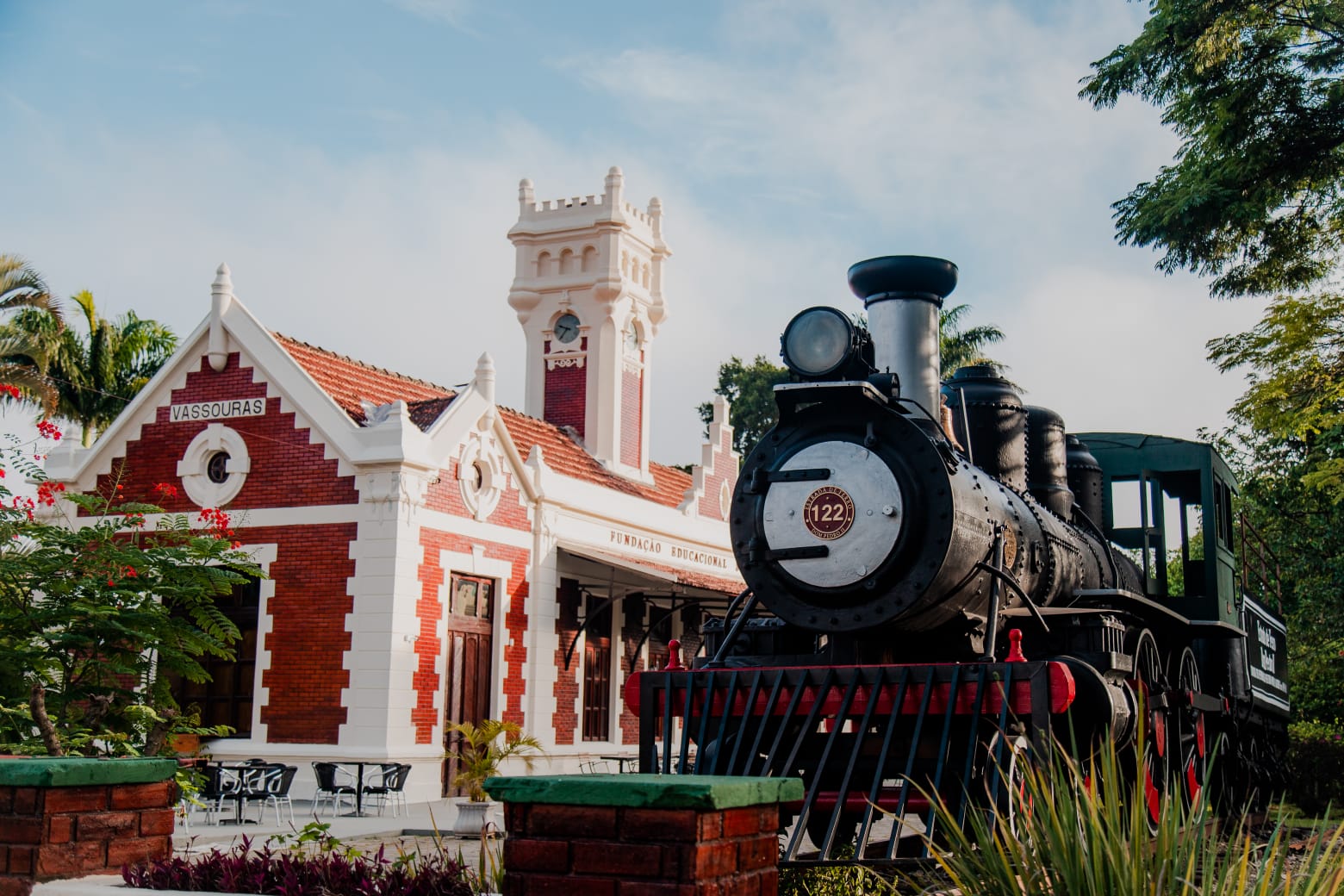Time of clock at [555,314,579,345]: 9:36
